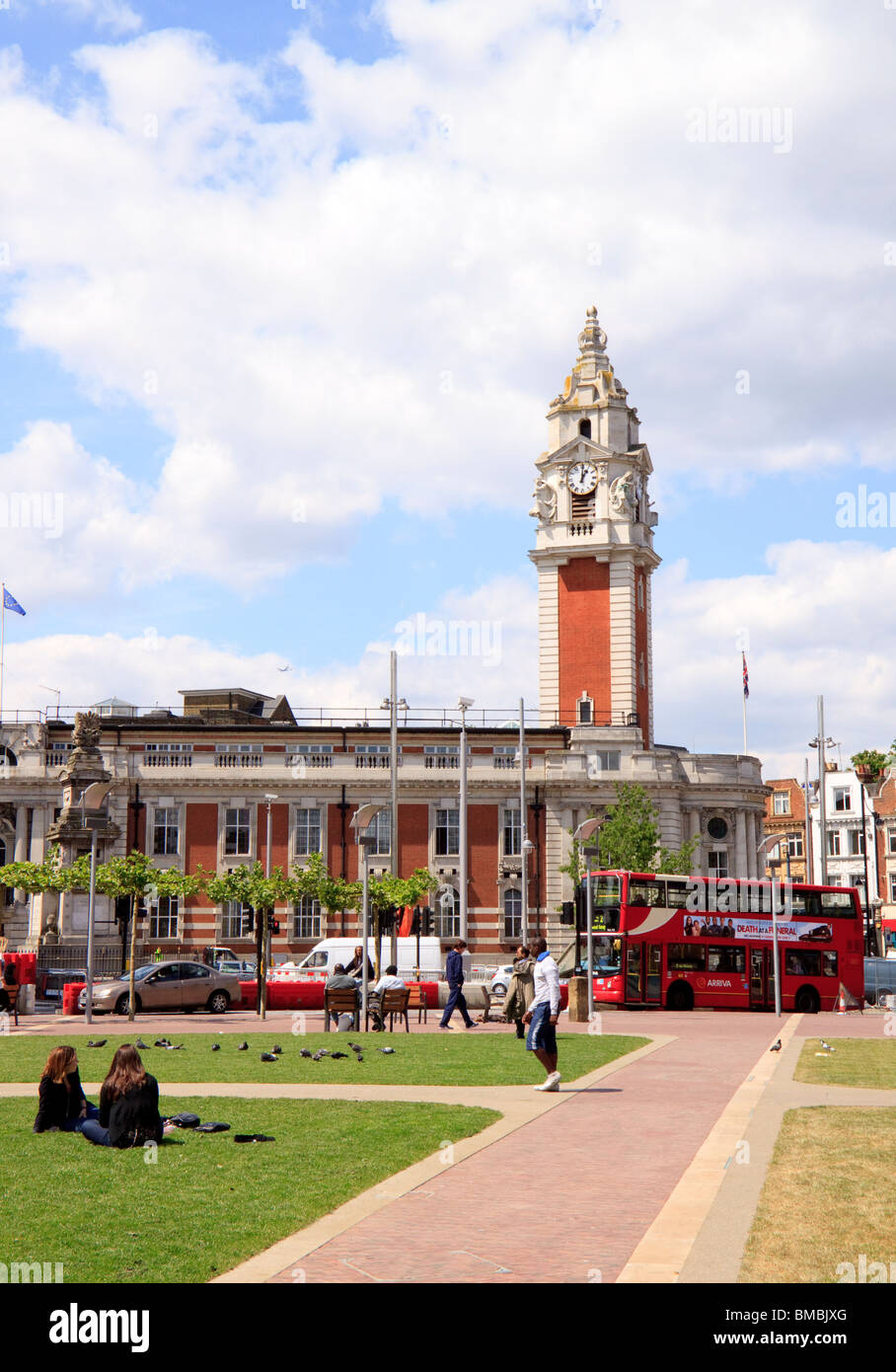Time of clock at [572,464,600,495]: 1:01
